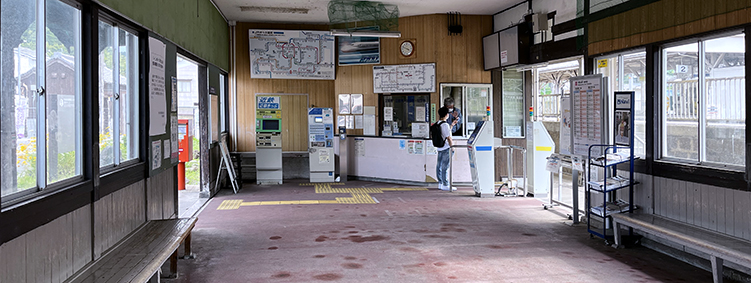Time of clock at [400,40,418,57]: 3:48
